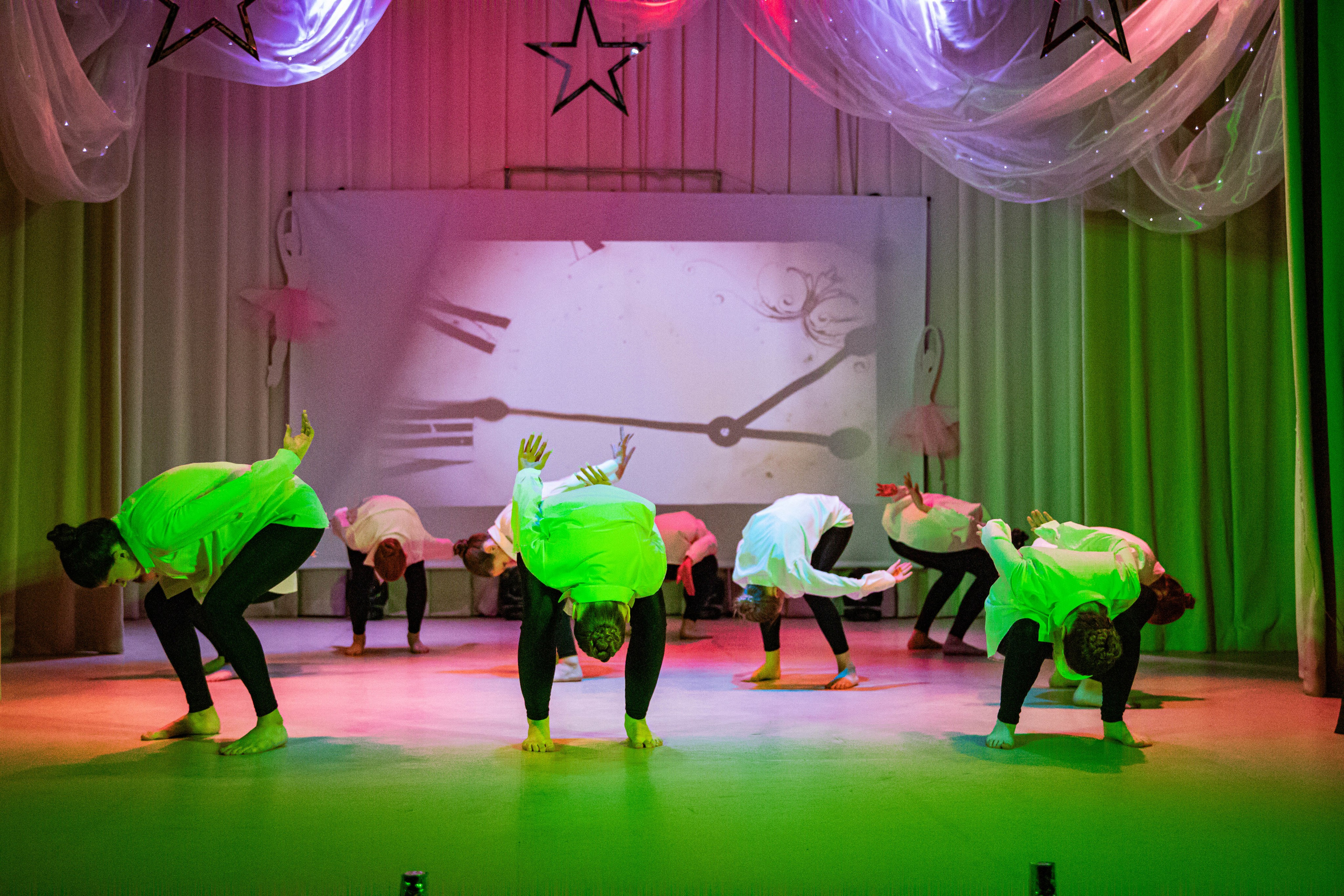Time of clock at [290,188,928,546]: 1:46
